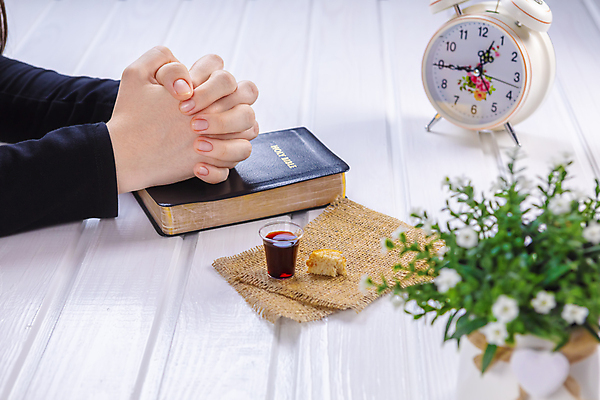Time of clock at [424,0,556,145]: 12:44
